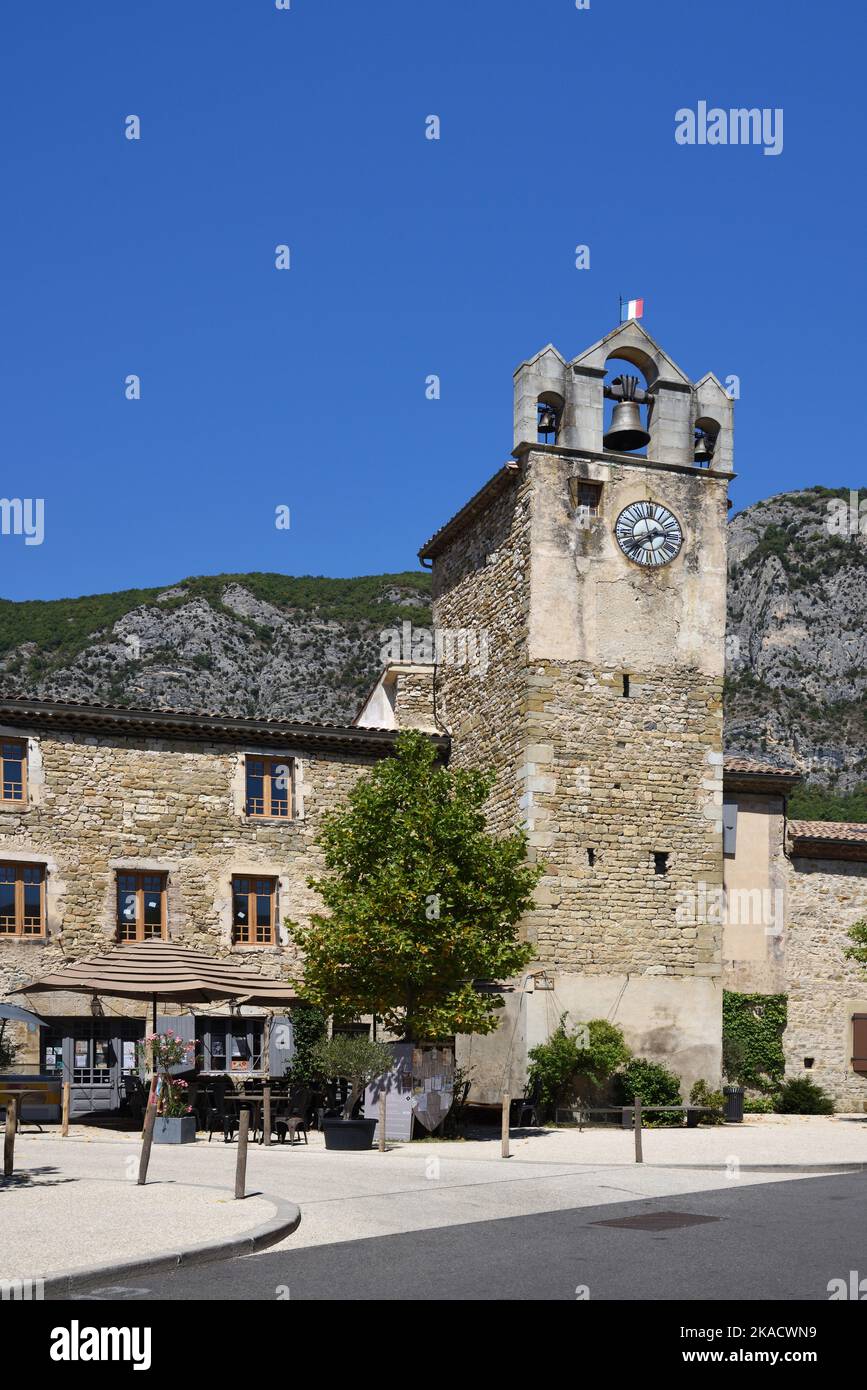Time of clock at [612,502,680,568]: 2:38
